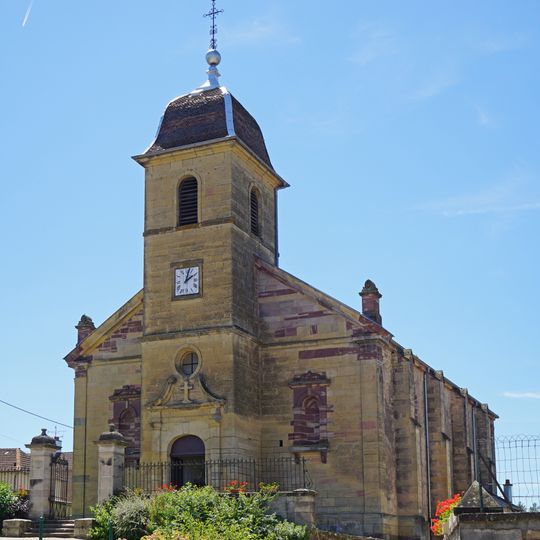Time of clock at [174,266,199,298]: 2:02
